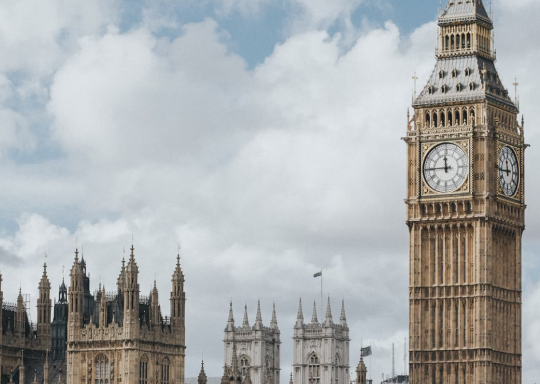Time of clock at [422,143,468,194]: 11:44
